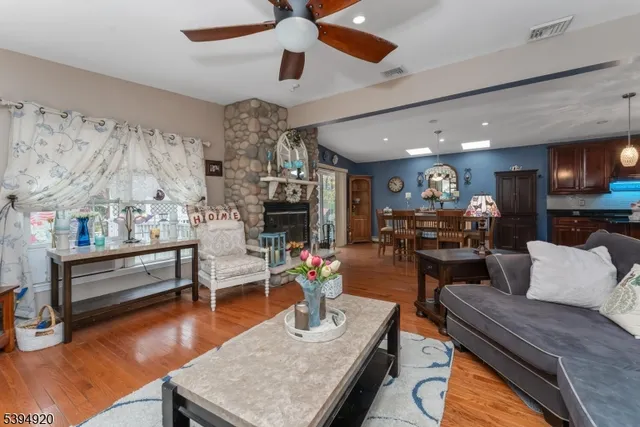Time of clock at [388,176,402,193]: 10:51
